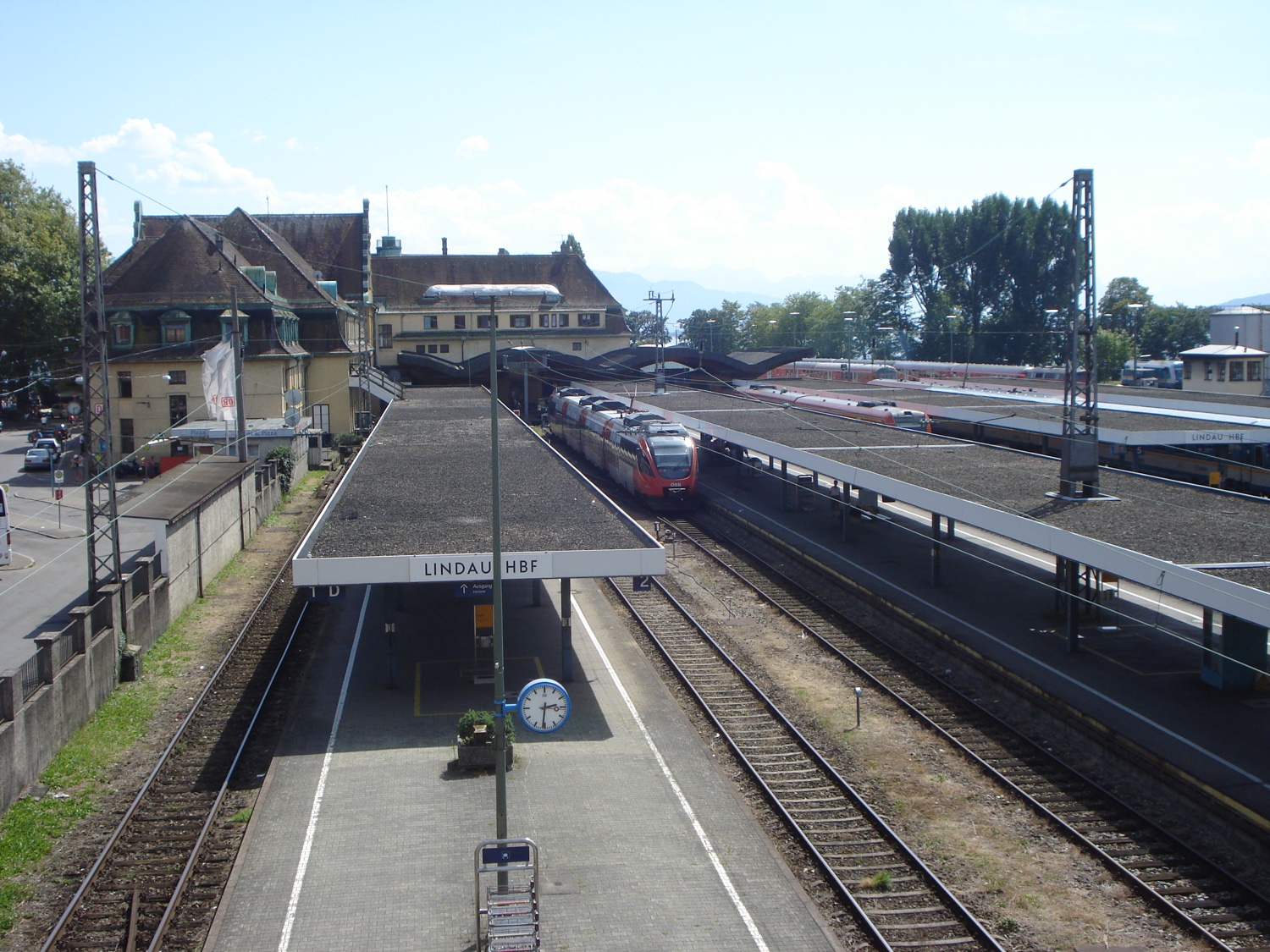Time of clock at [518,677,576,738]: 2:31
